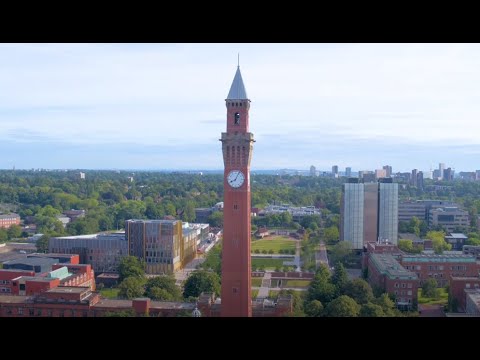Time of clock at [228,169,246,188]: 8:04
